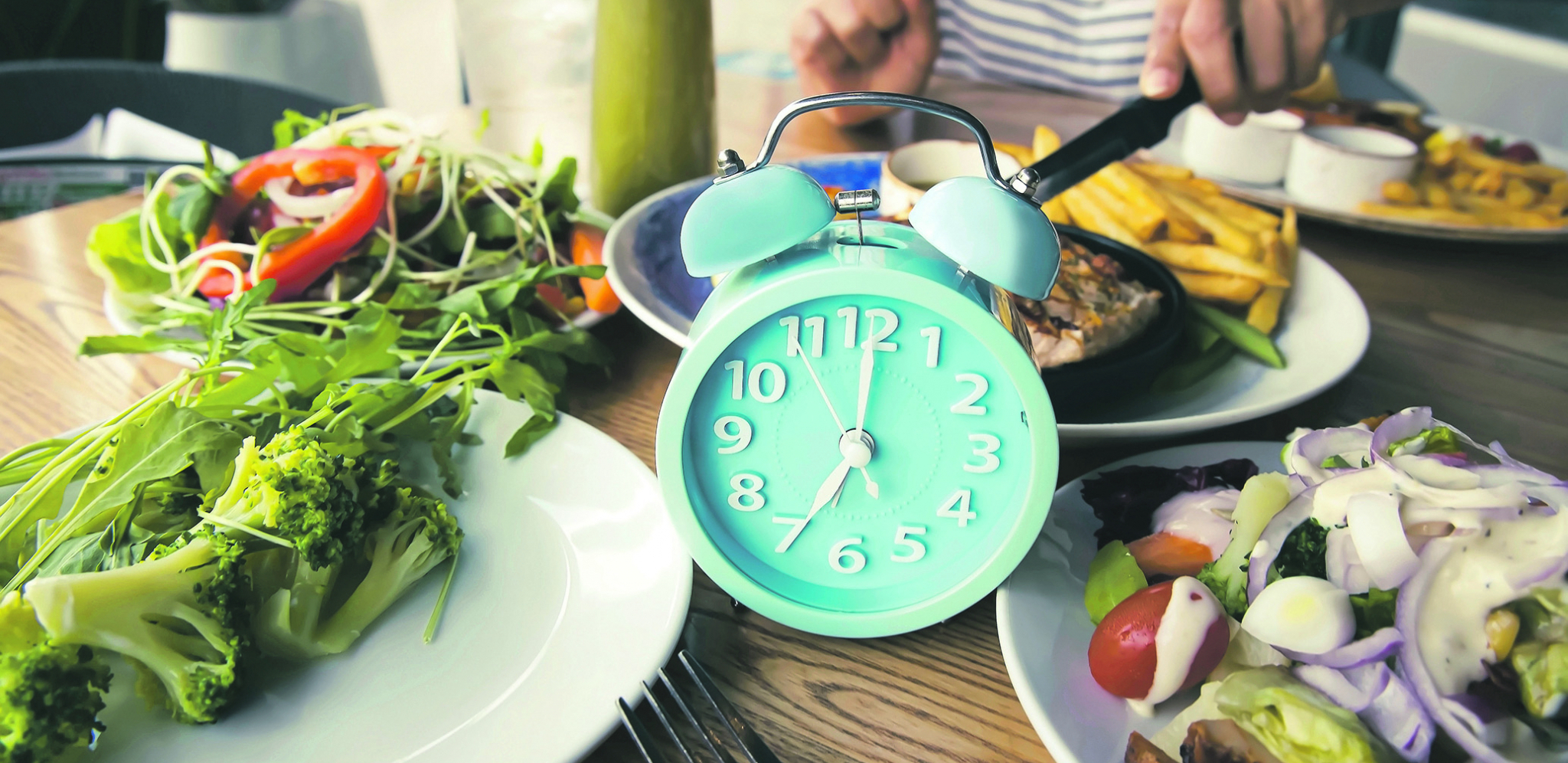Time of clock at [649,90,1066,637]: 7:00
